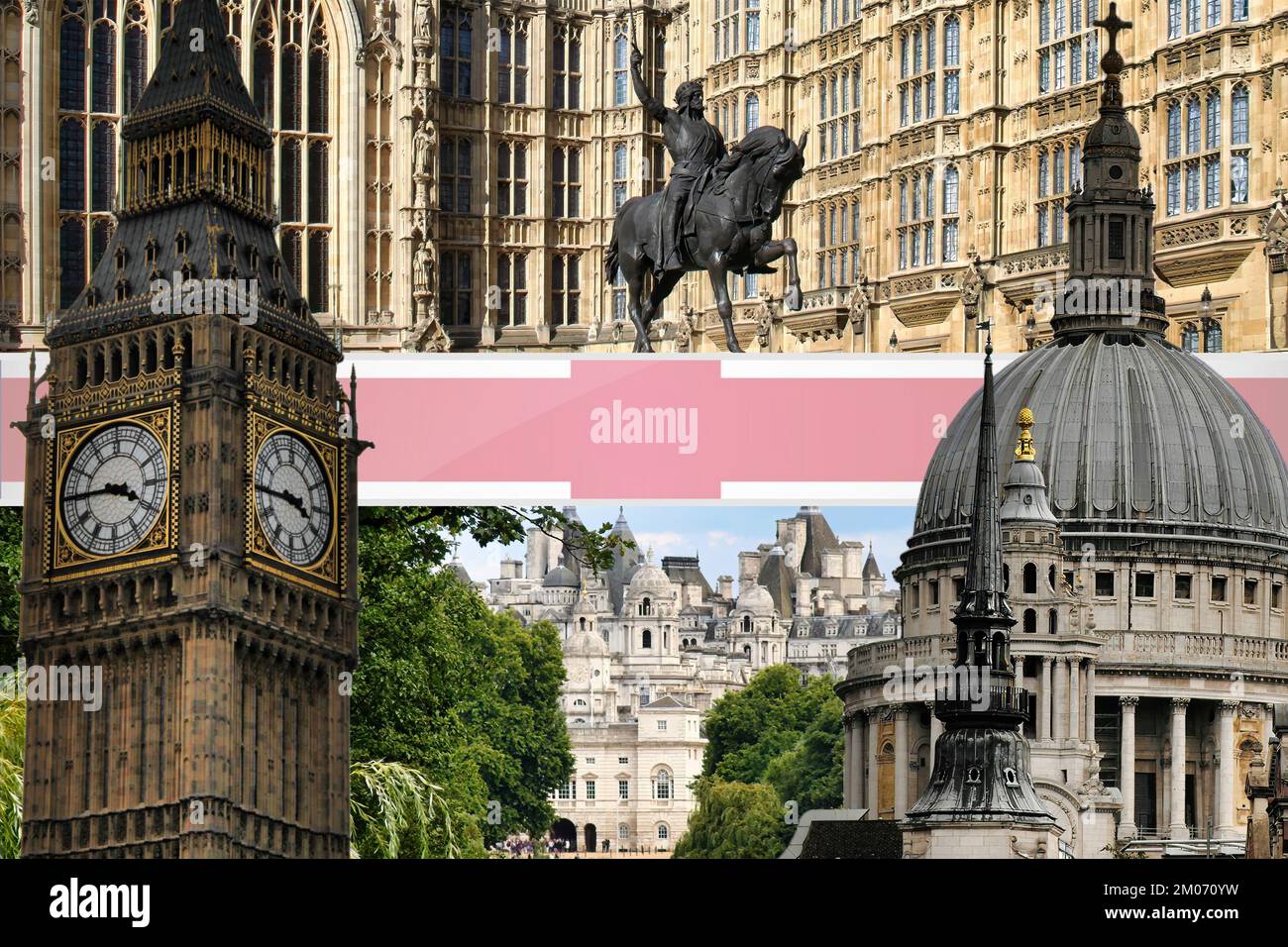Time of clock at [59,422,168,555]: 3:44
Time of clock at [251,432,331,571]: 3:44
